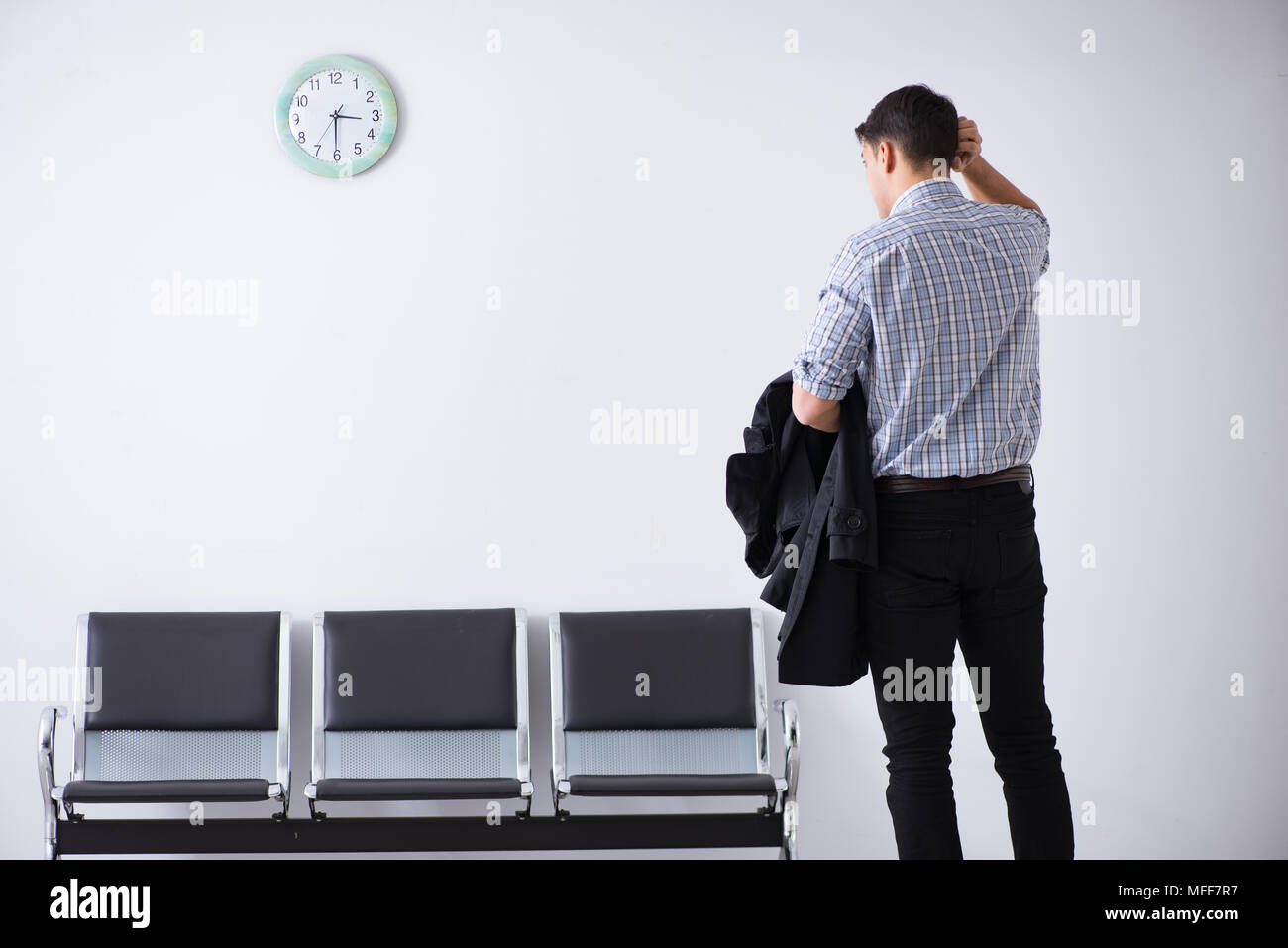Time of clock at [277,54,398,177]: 3:30
